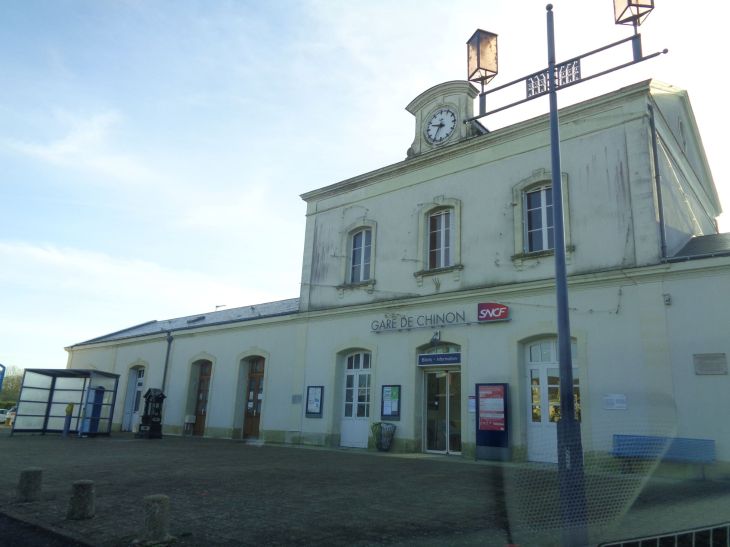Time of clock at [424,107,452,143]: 9:35
